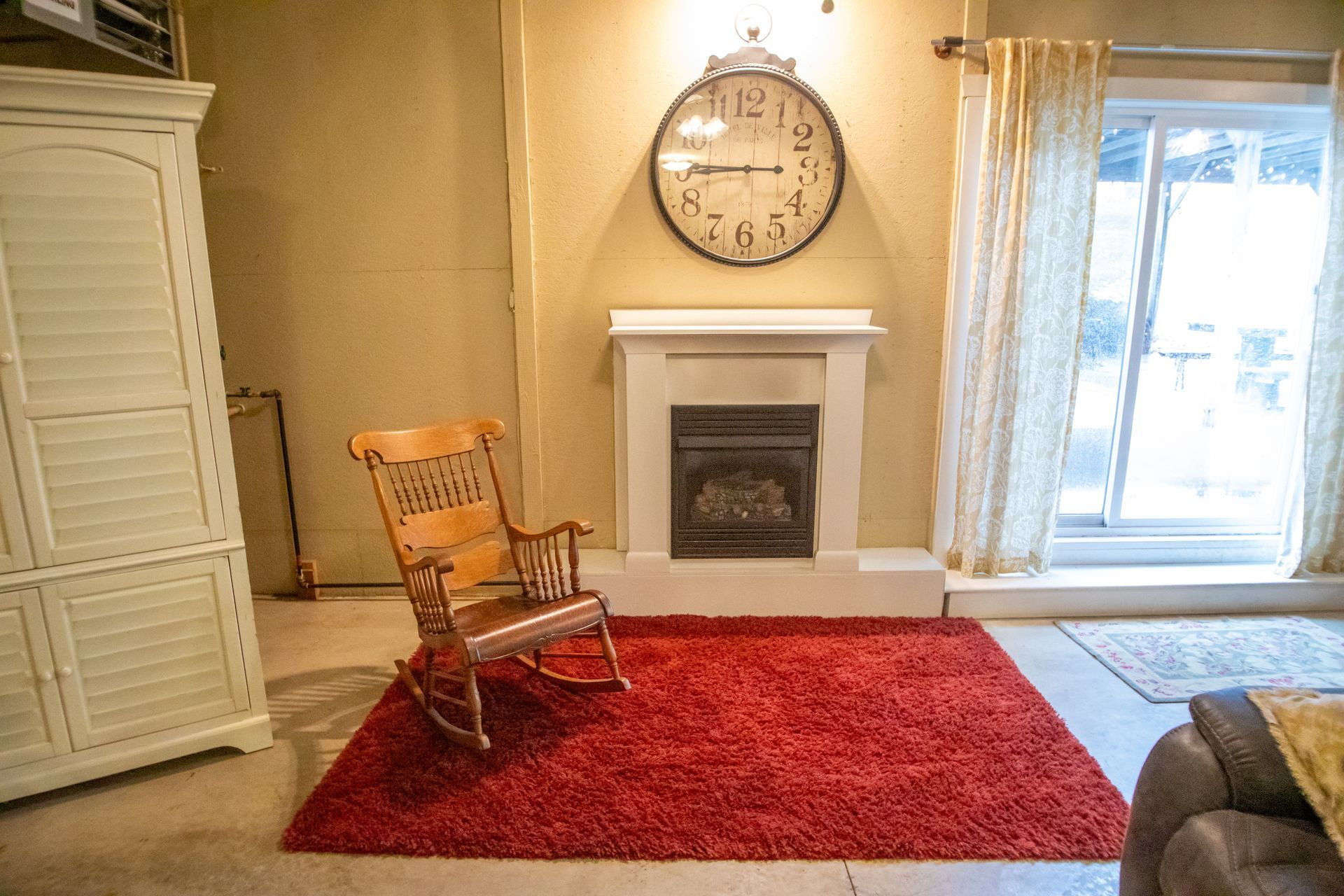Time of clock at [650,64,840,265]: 8:45
